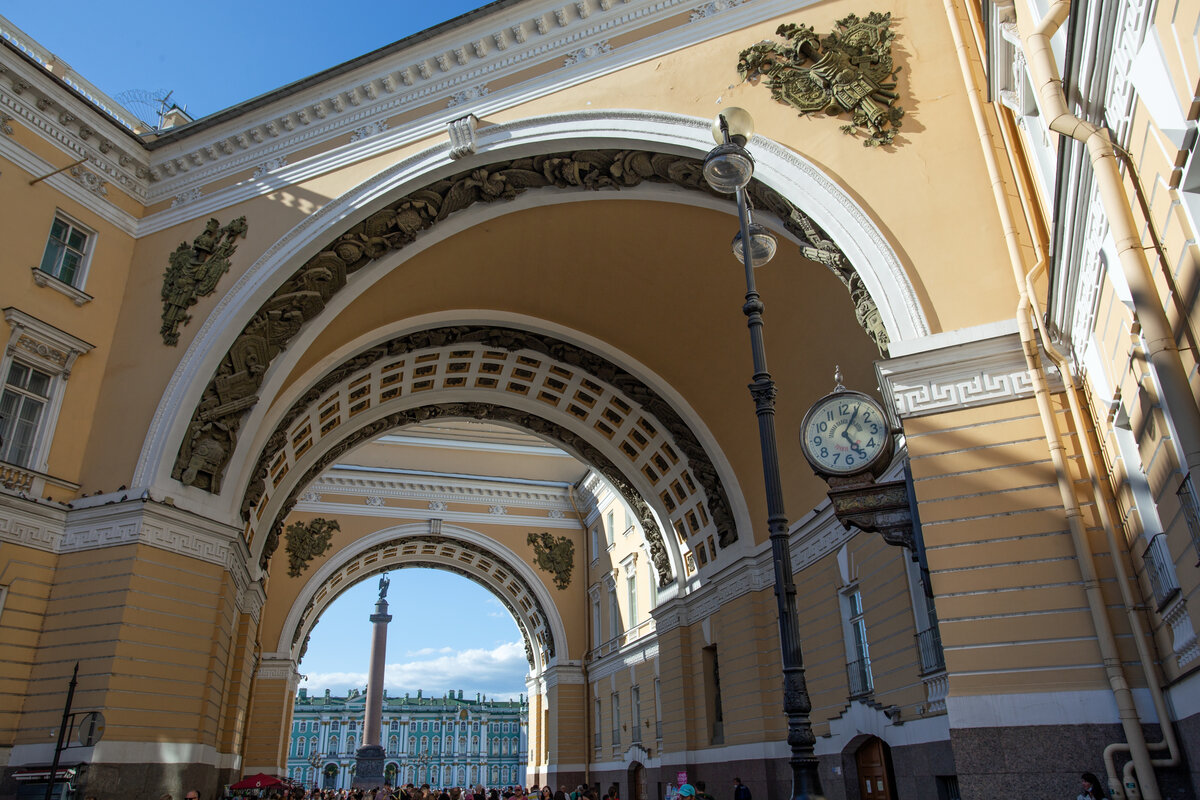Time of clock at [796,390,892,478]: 5:05
